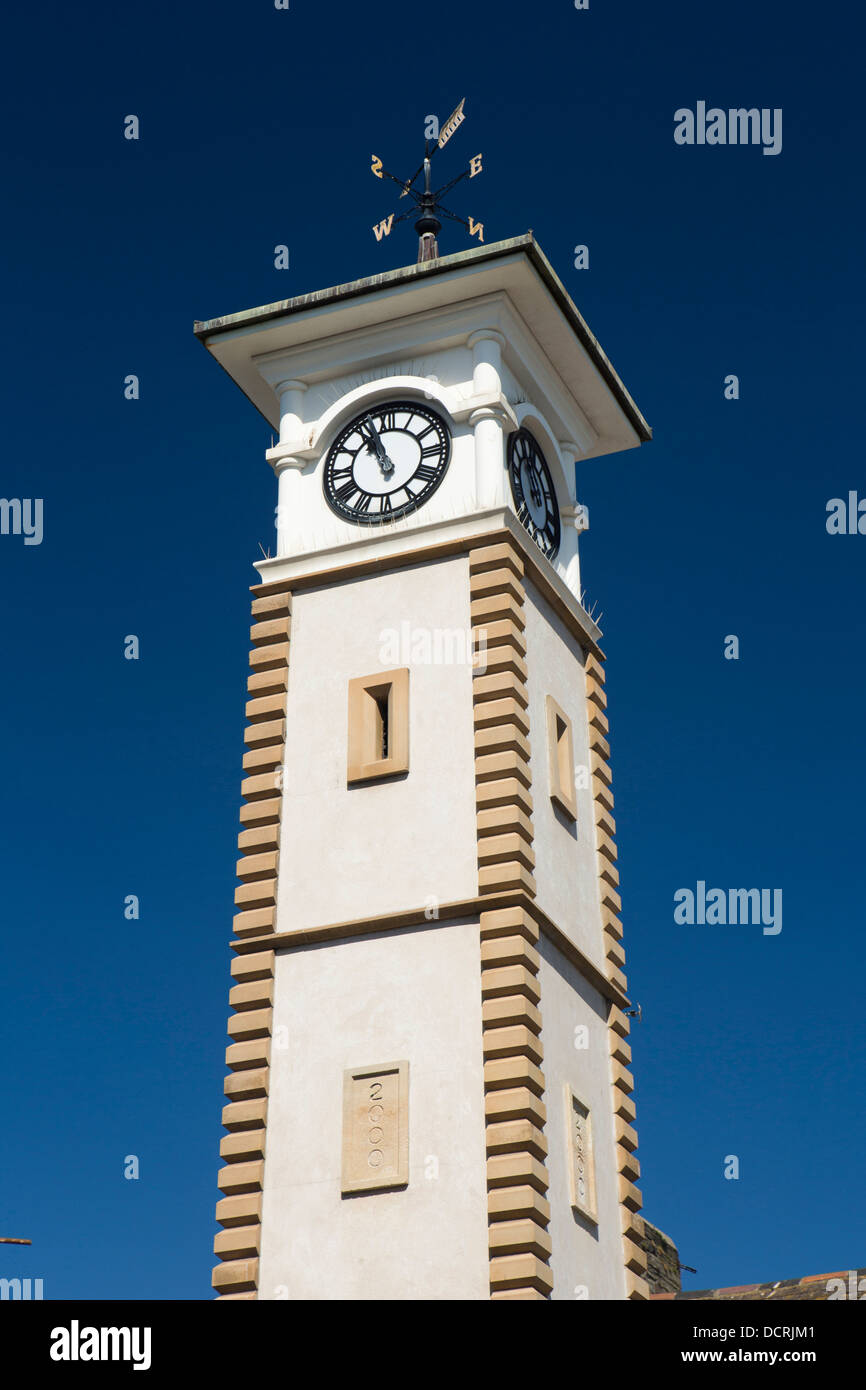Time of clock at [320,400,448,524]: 10:56
